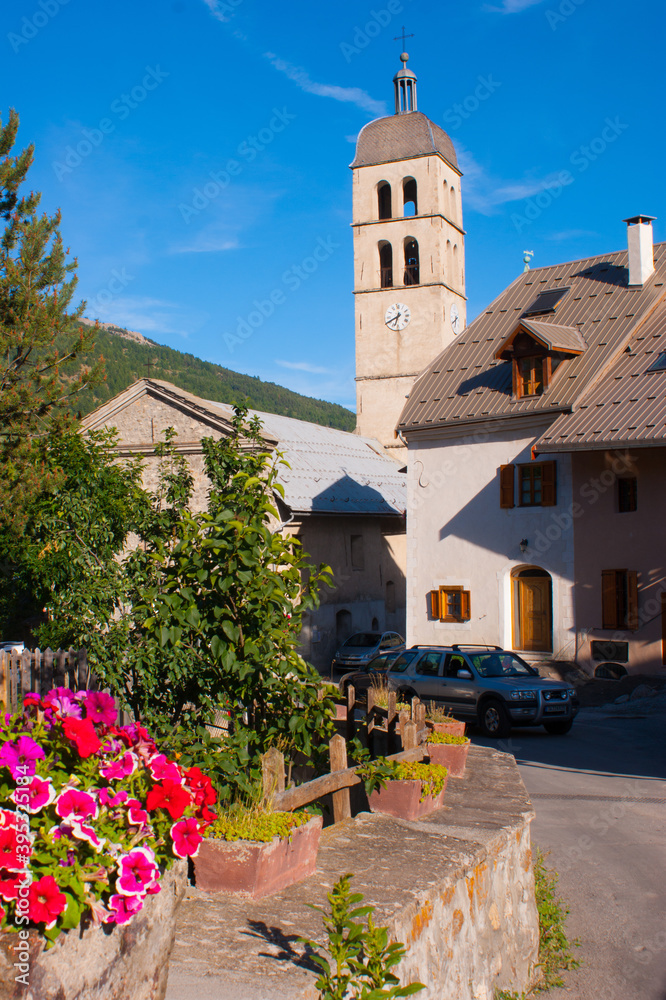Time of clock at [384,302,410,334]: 6:40
